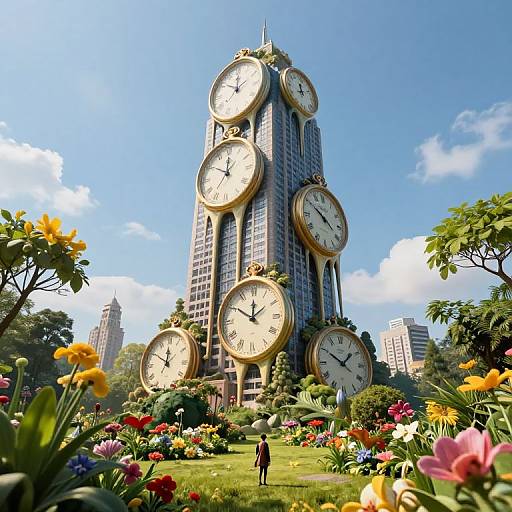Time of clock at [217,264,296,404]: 11:50
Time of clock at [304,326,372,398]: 1:50
